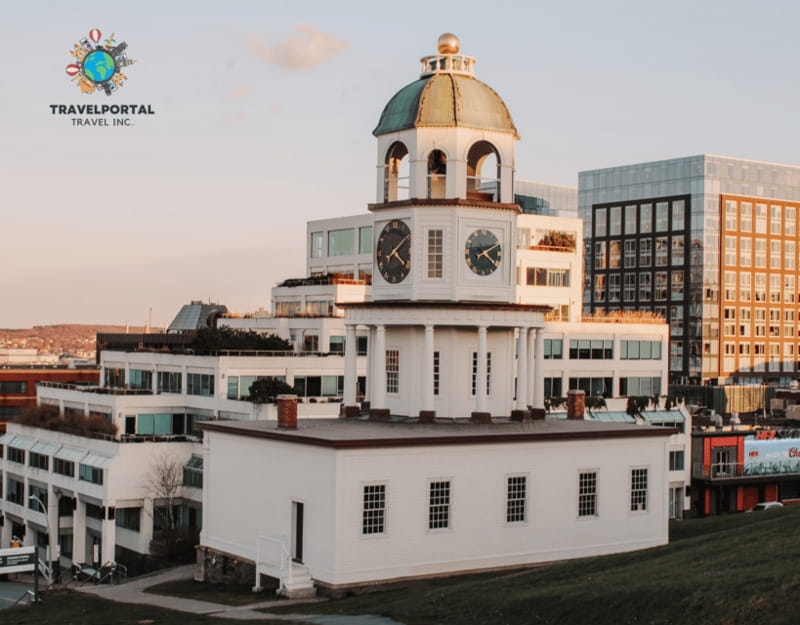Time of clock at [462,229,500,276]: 2:21
